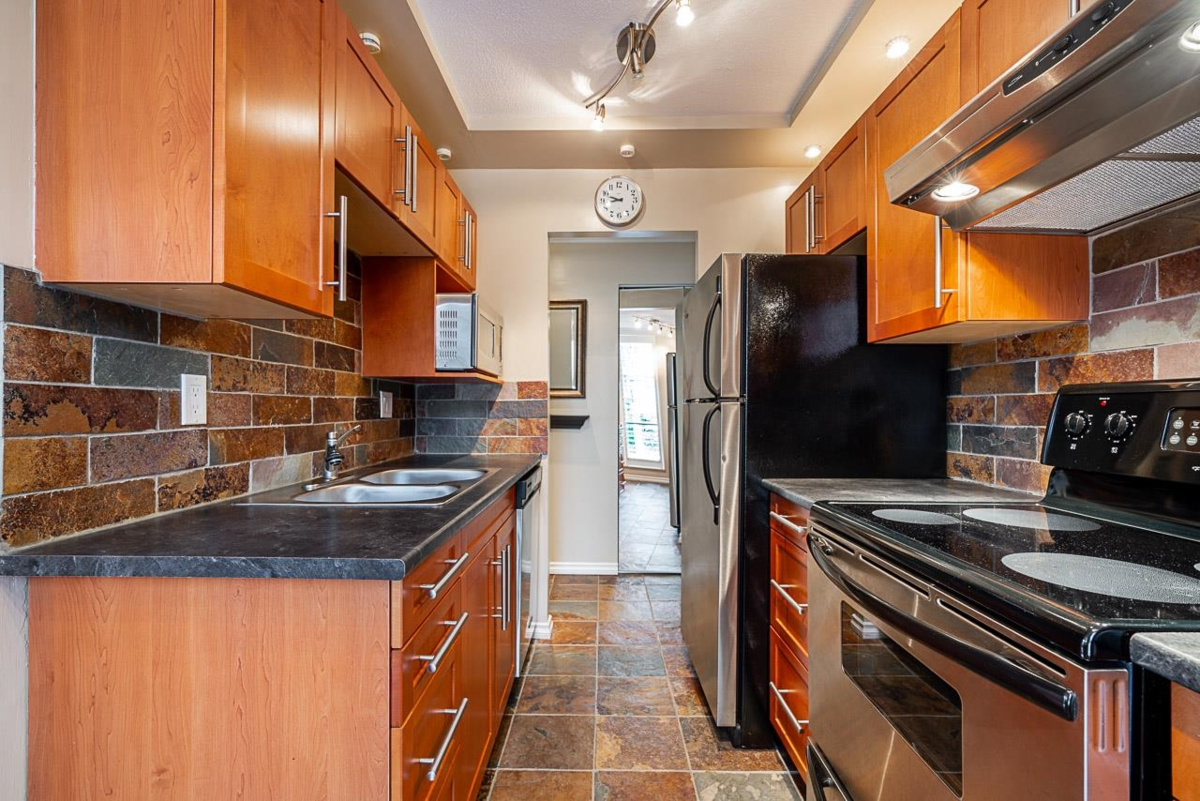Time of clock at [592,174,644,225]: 8:48
